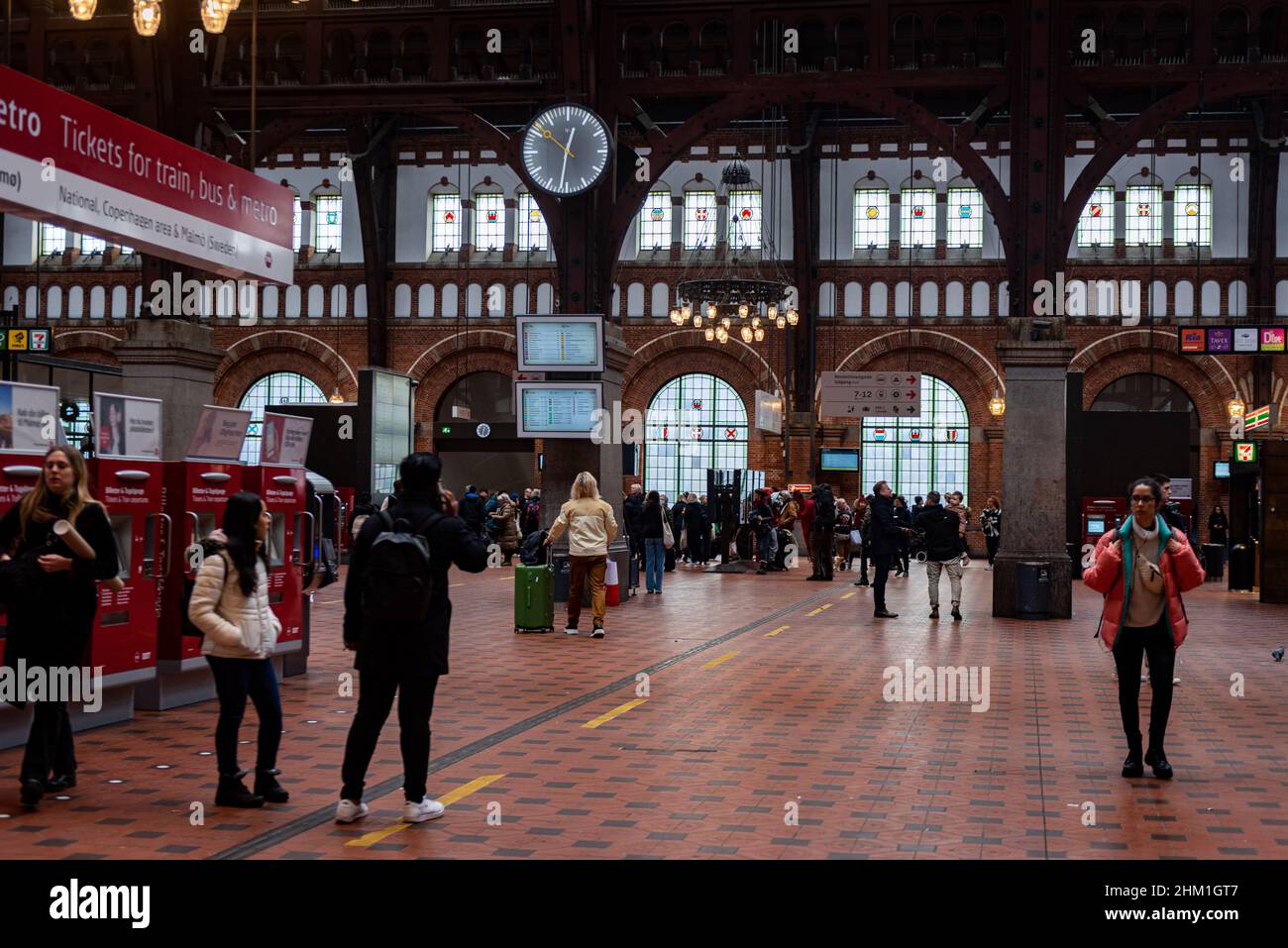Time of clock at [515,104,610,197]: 12:31
